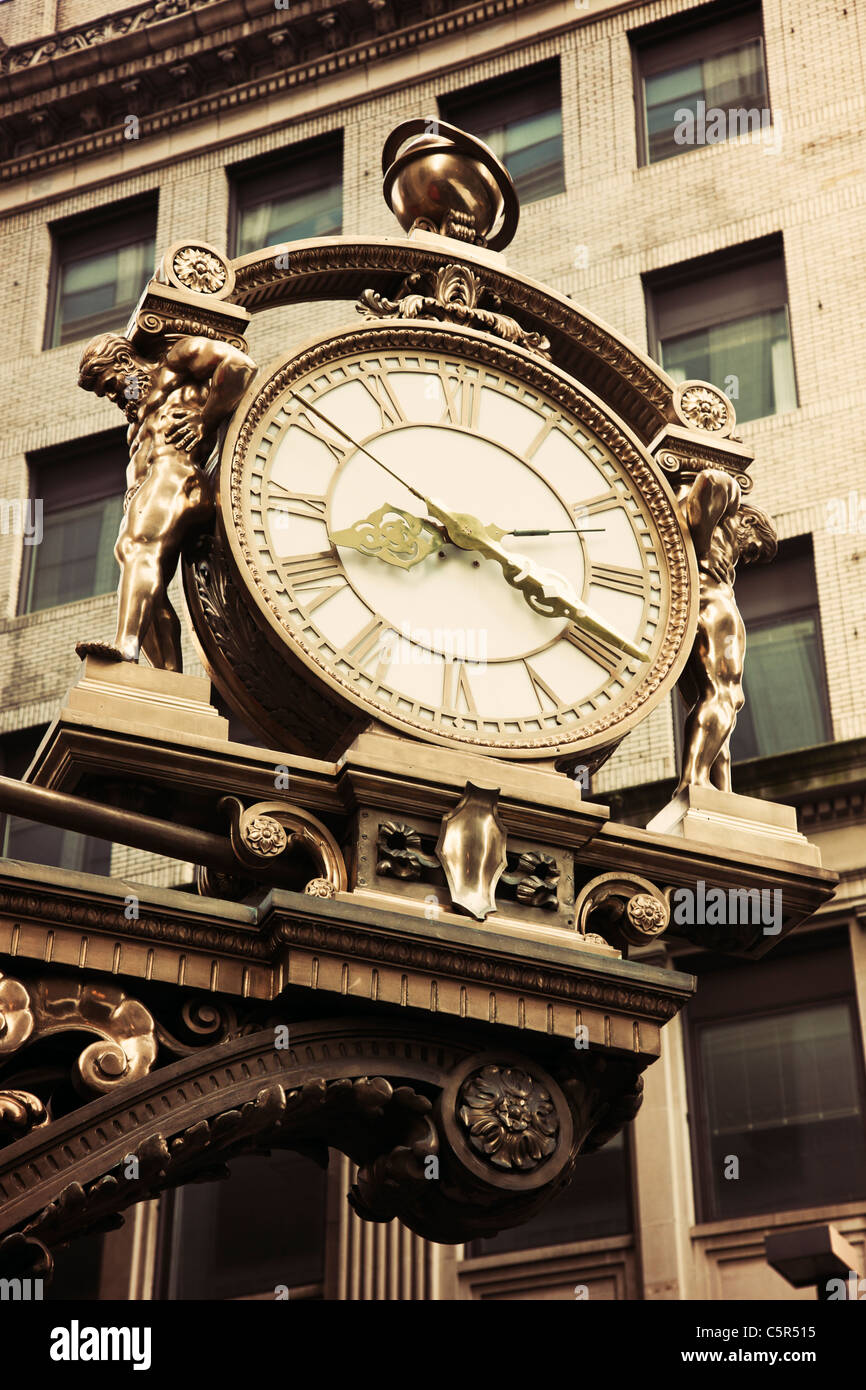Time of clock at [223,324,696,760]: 8:19
